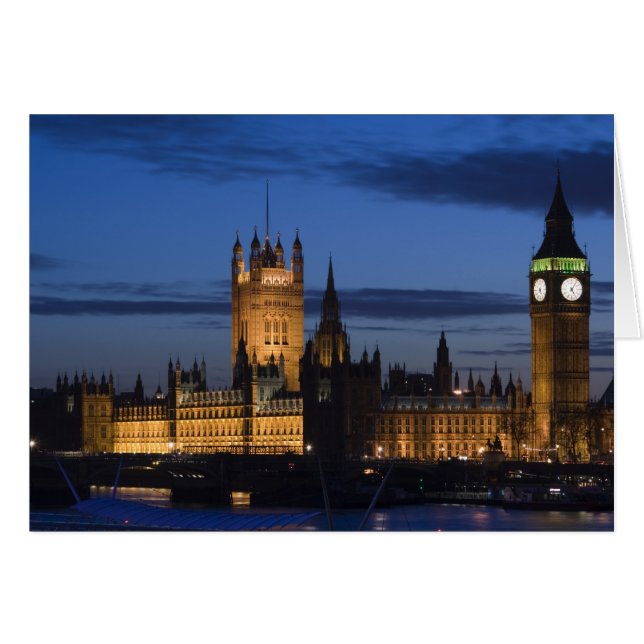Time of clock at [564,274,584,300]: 5:05
